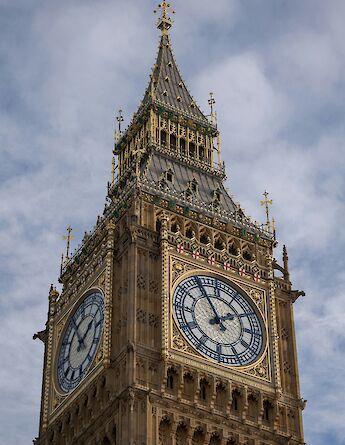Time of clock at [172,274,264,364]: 1:54
